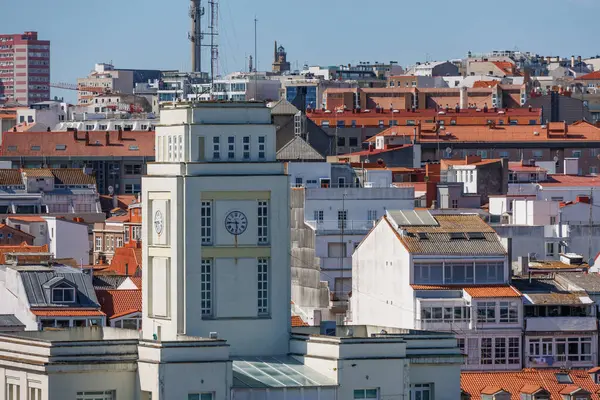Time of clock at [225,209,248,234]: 5:45
